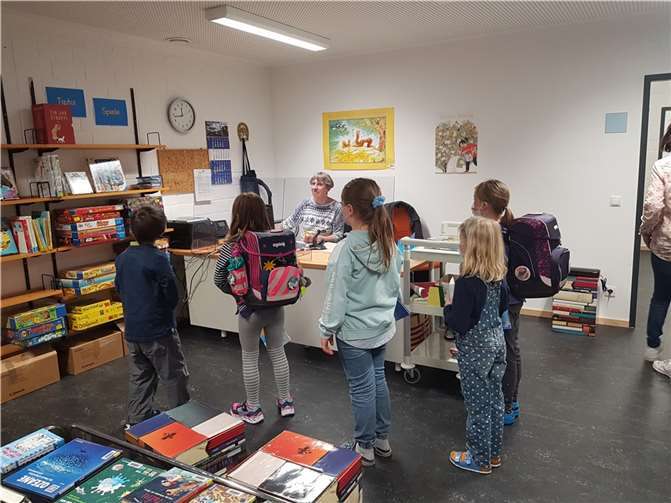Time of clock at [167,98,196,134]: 11:43
